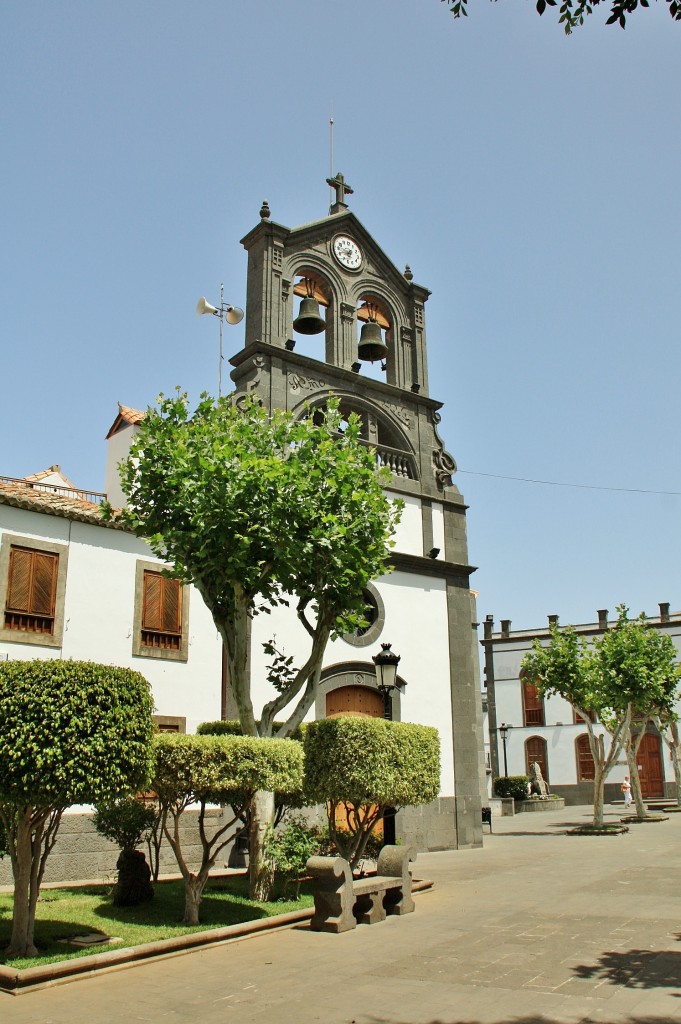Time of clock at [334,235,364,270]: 6:41
